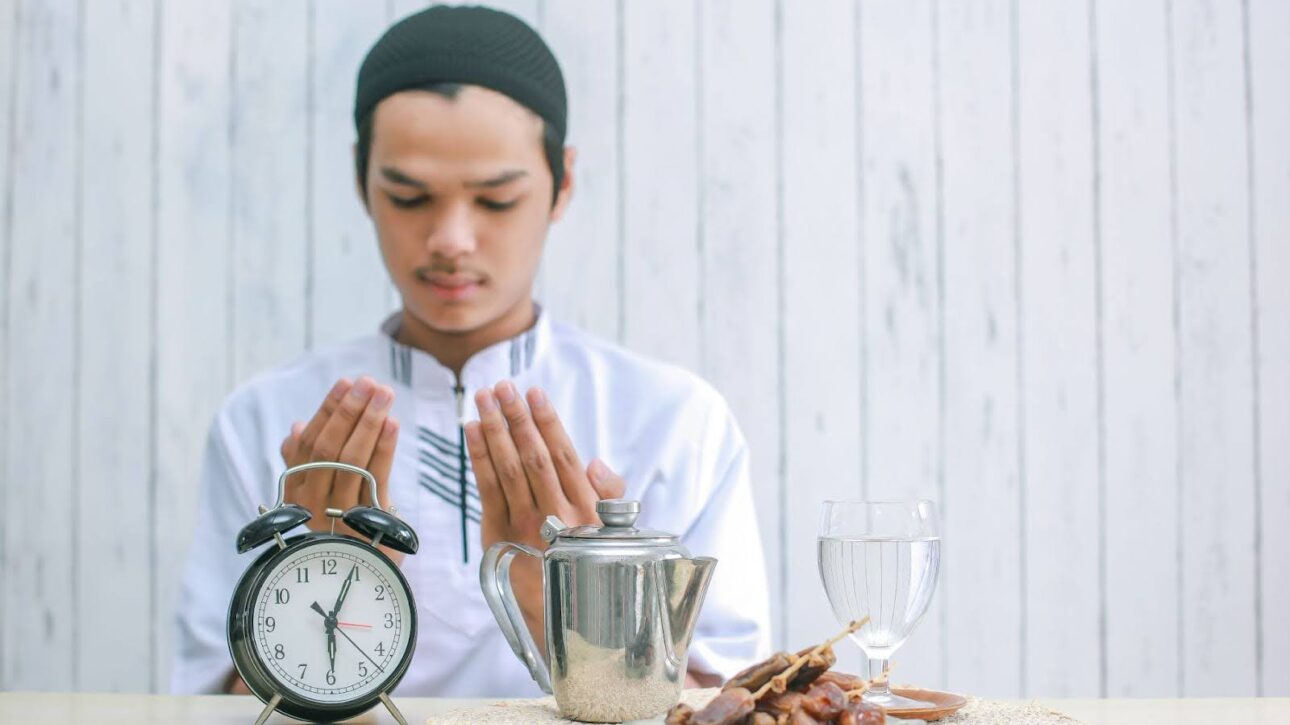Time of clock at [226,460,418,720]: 6:04
